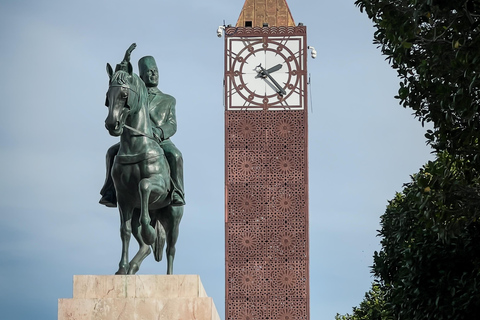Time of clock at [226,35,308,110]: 2:23
